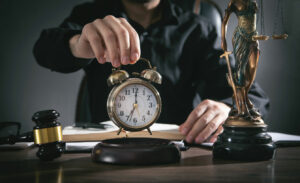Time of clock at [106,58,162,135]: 7:00
